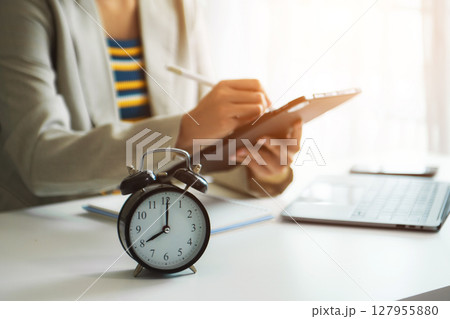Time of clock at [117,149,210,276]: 8:00
